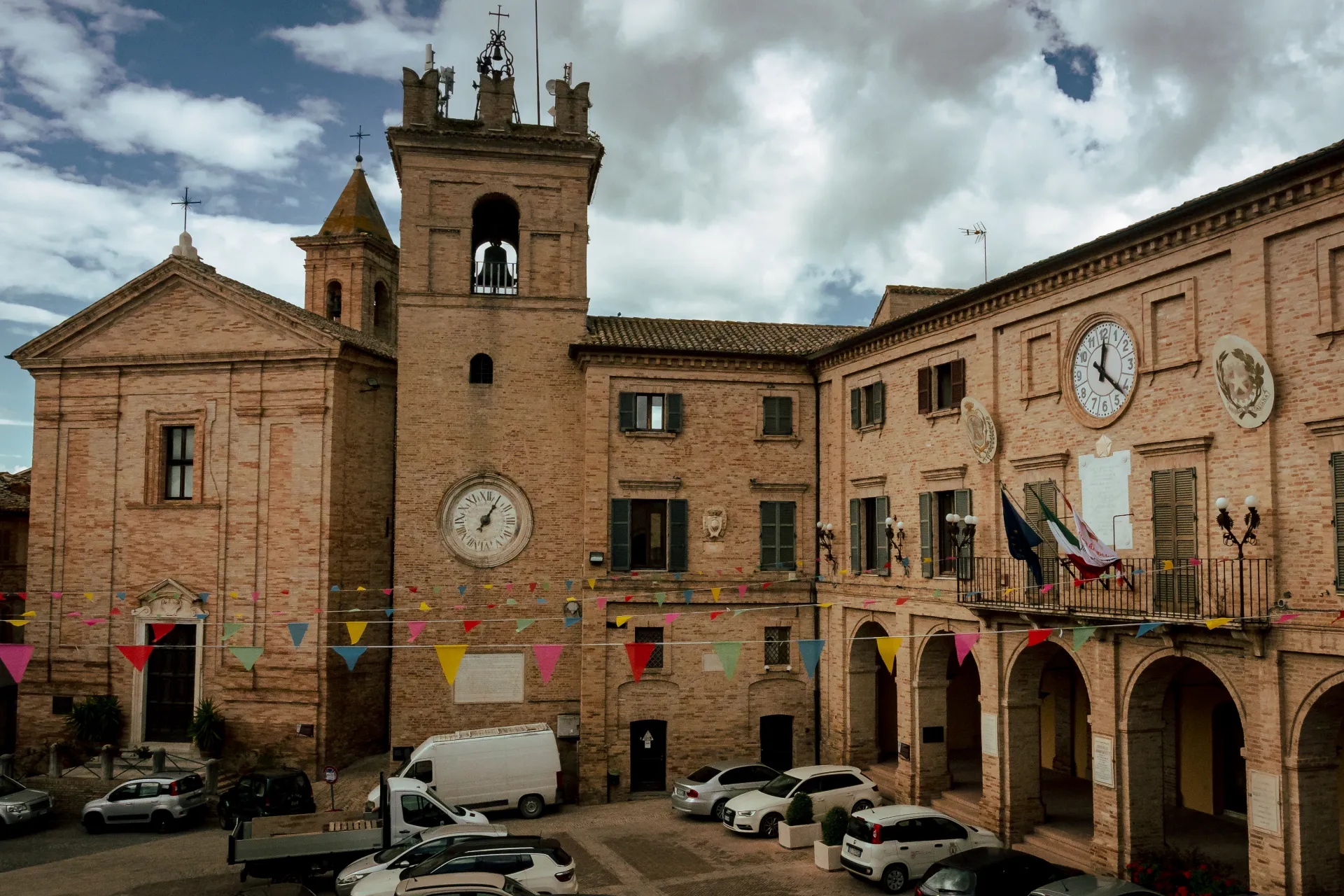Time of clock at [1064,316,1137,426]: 12:21
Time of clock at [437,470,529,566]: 1:05
